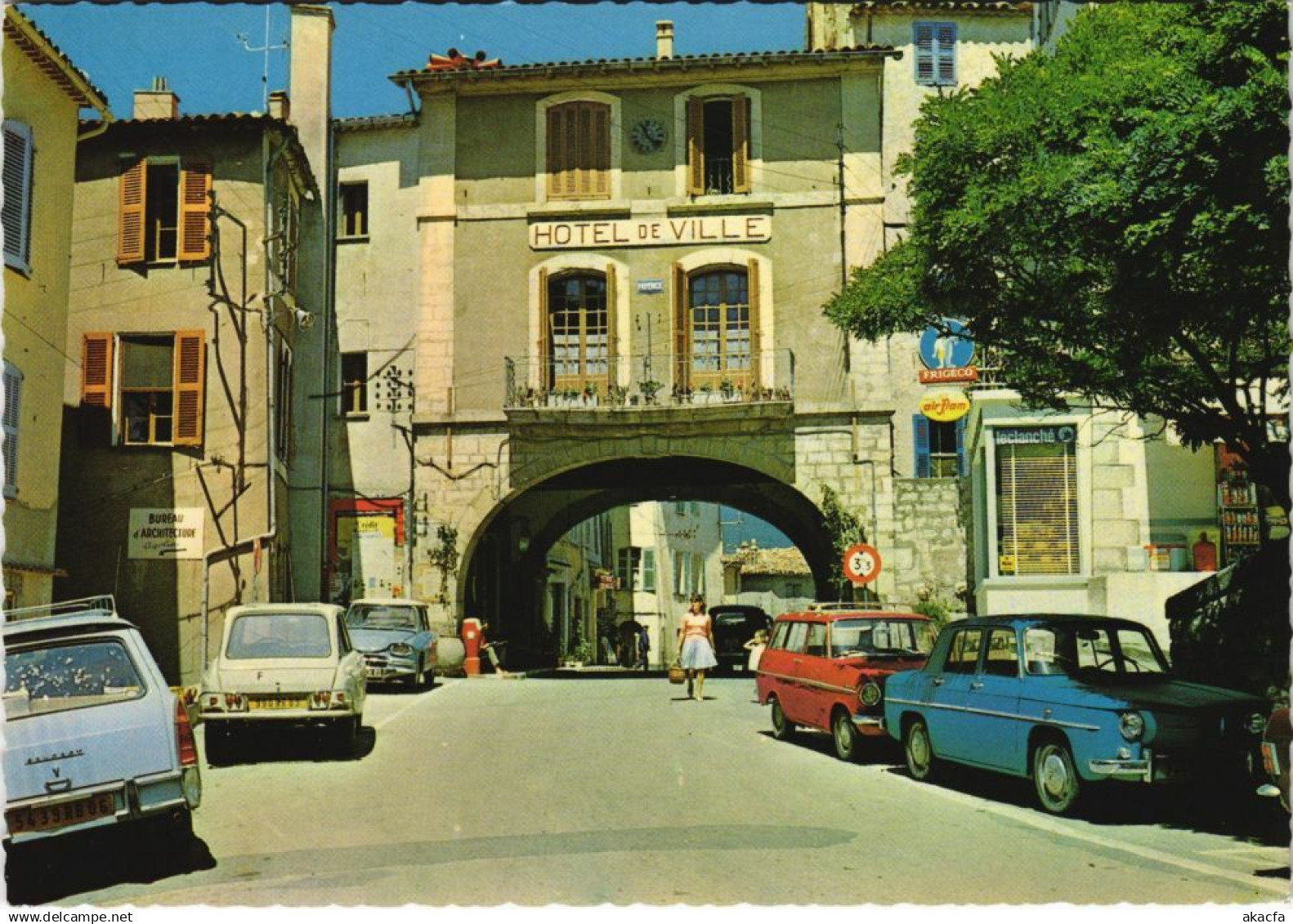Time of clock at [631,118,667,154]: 11:22
